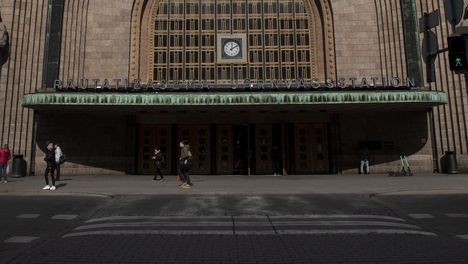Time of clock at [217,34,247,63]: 12:09
